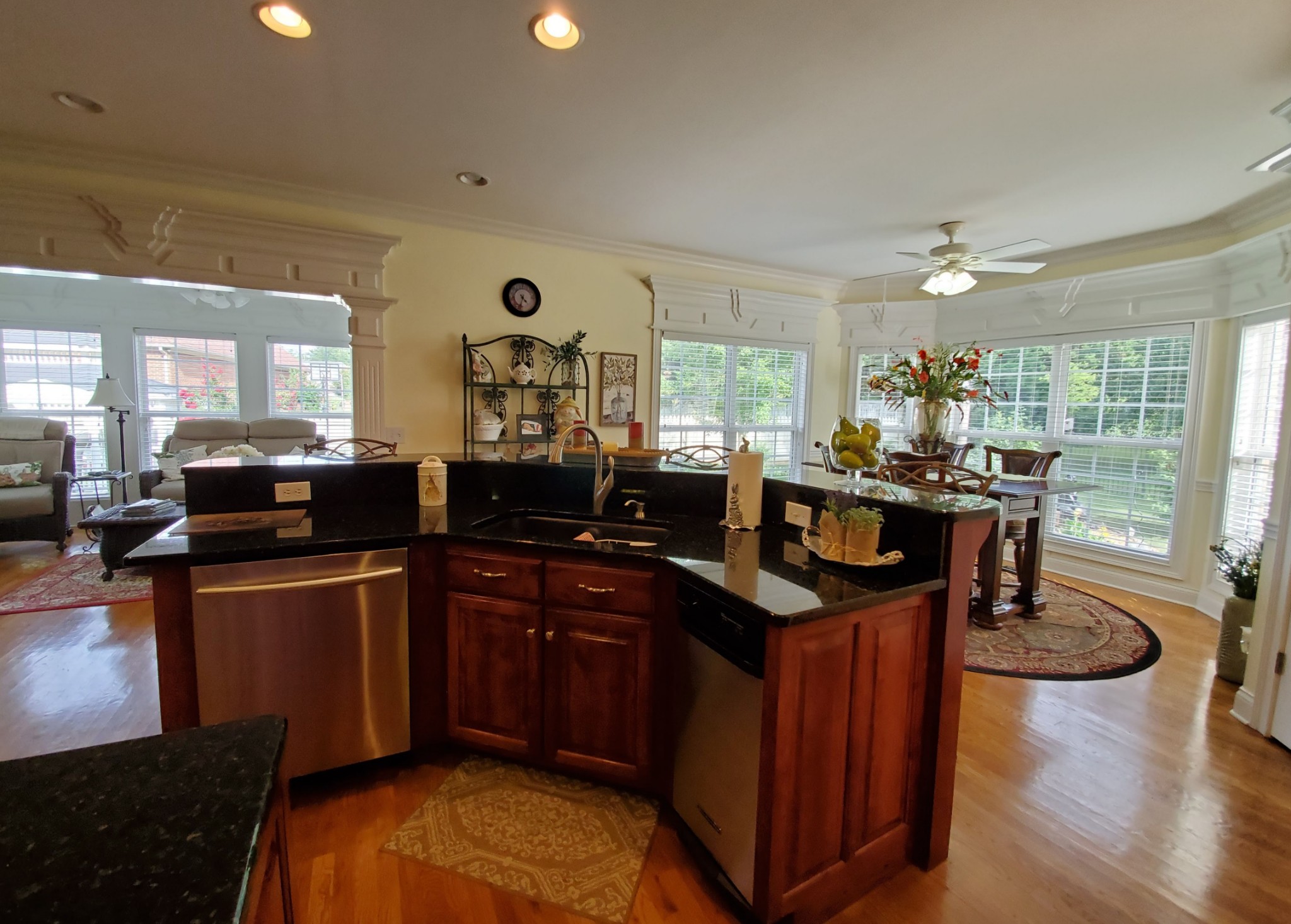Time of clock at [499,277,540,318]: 4:33
